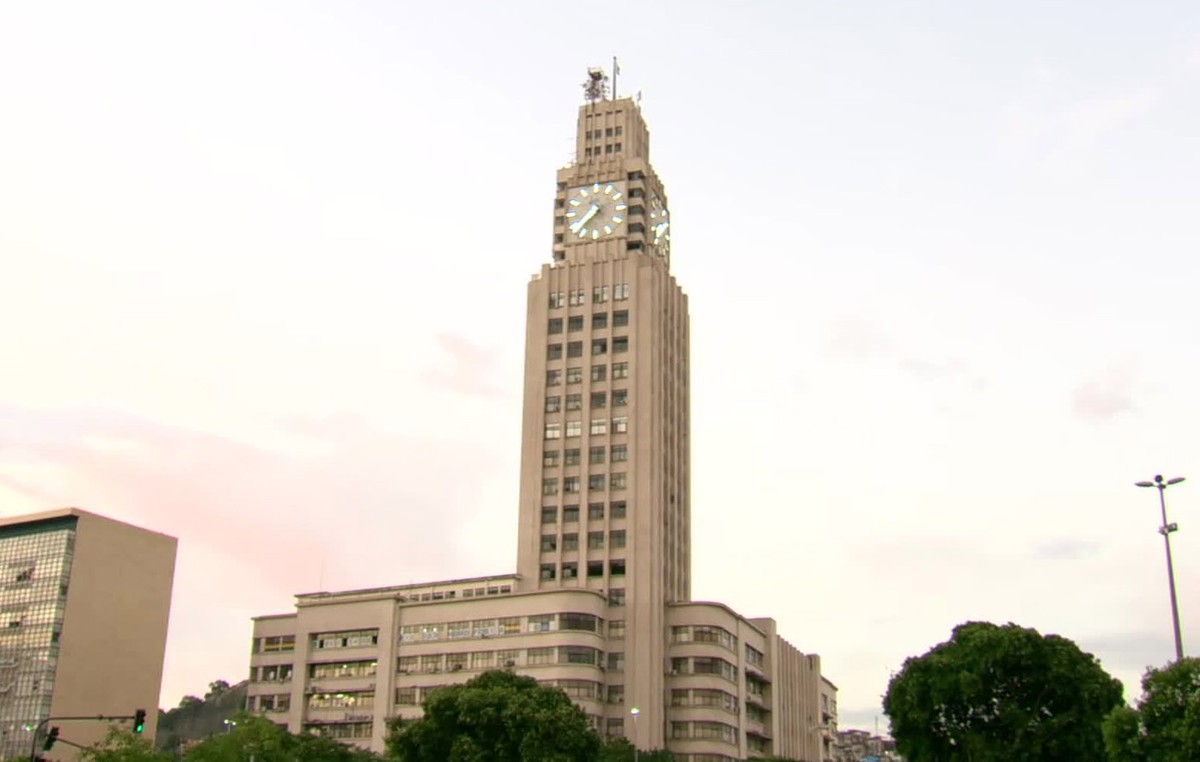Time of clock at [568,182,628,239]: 7:37
